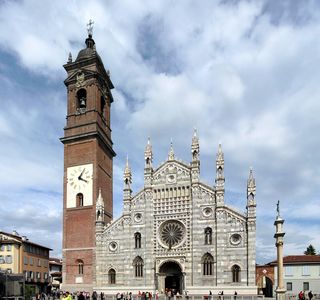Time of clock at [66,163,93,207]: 1:18
